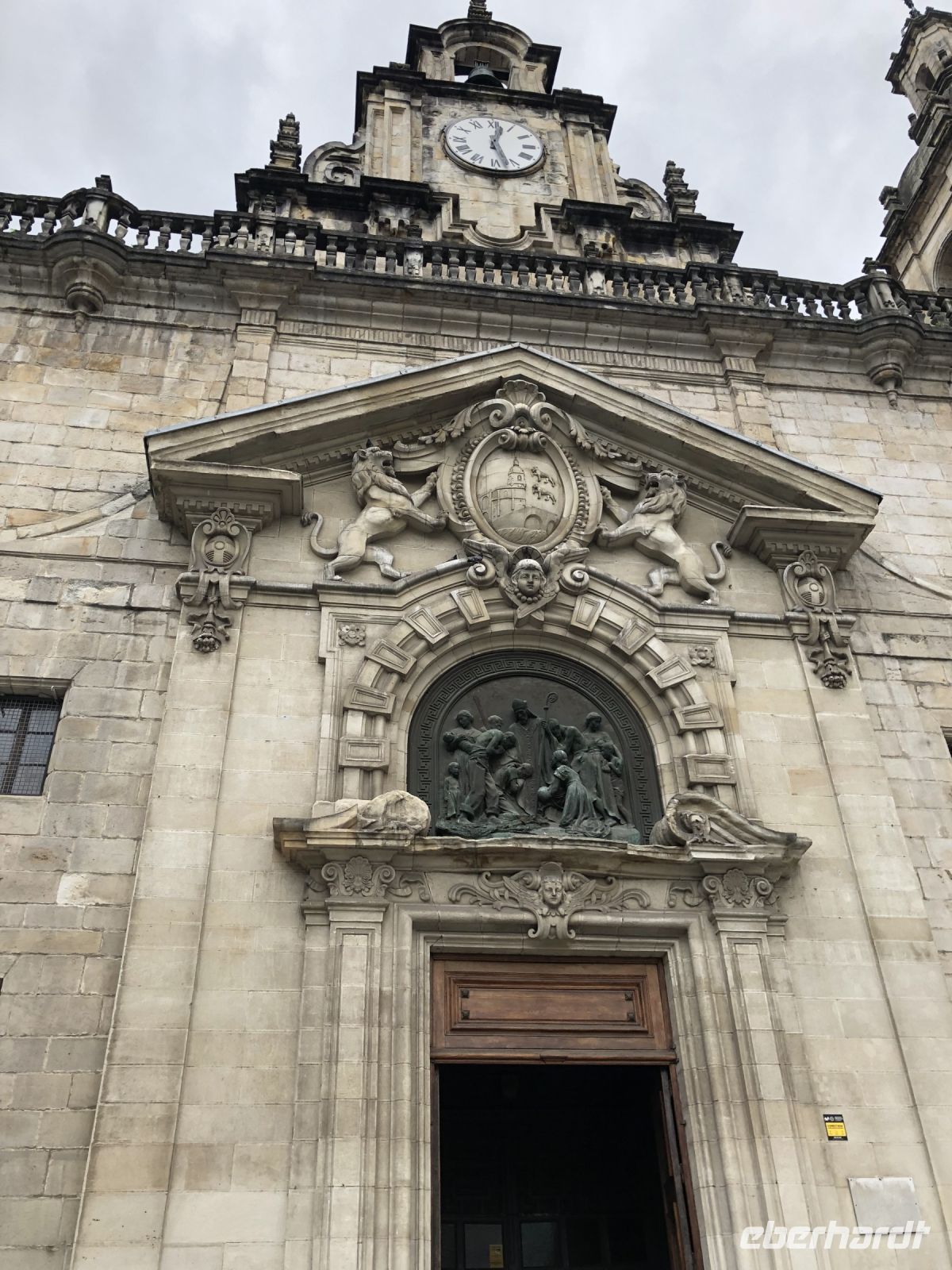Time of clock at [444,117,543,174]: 12:26
